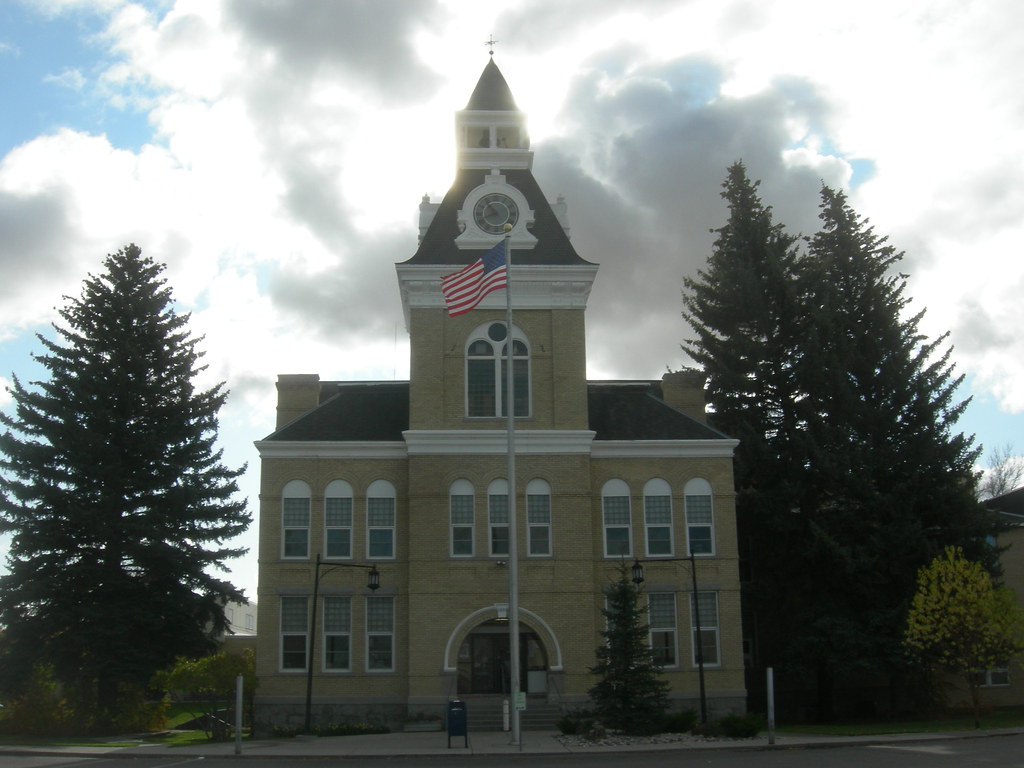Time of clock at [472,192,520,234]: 10:41
